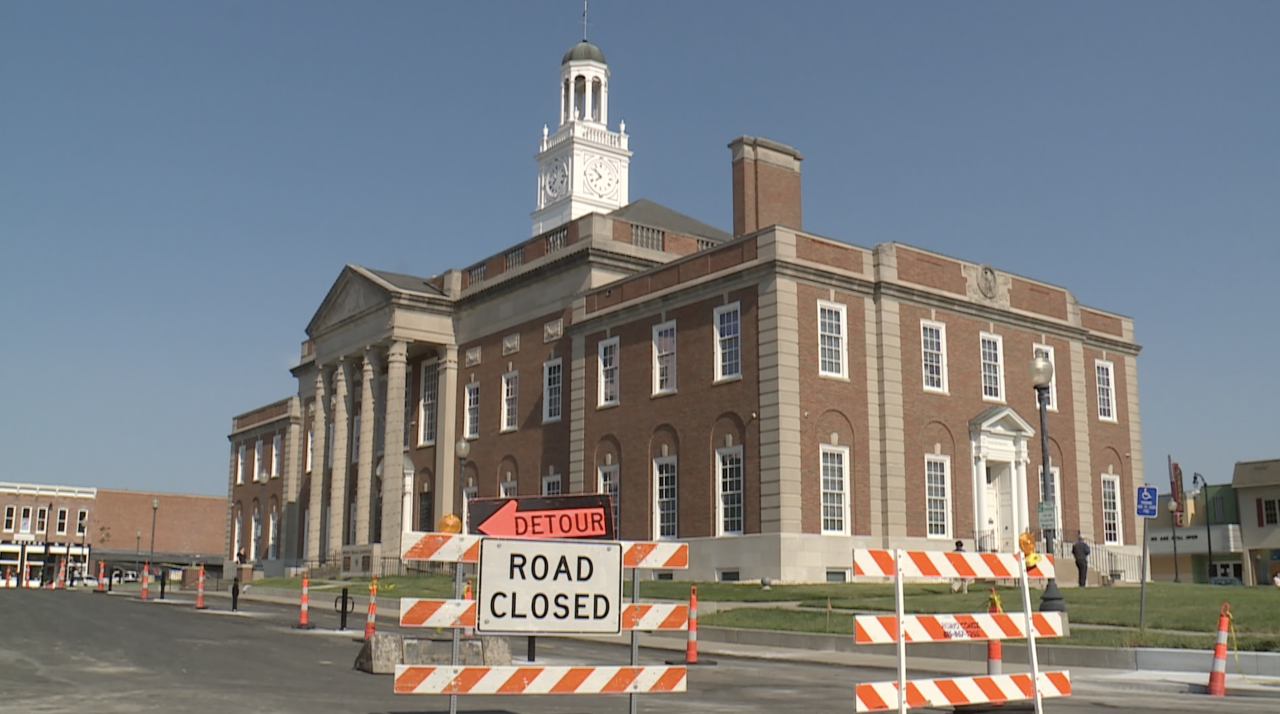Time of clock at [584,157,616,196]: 7:51
